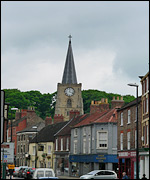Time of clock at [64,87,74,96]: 4:01
